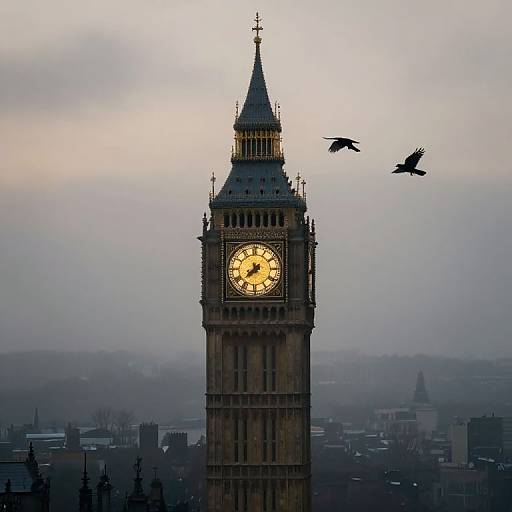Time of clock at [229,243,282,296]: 7:37
